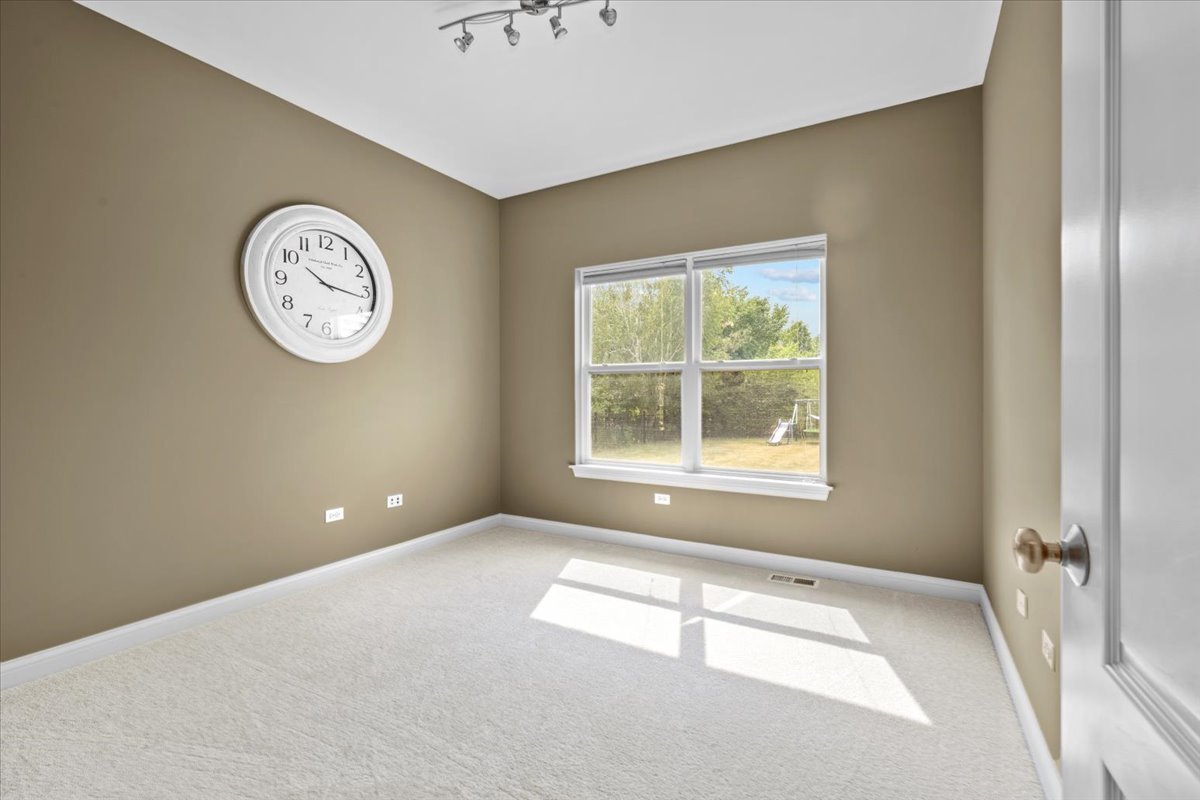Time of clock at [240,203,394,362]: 10:16
